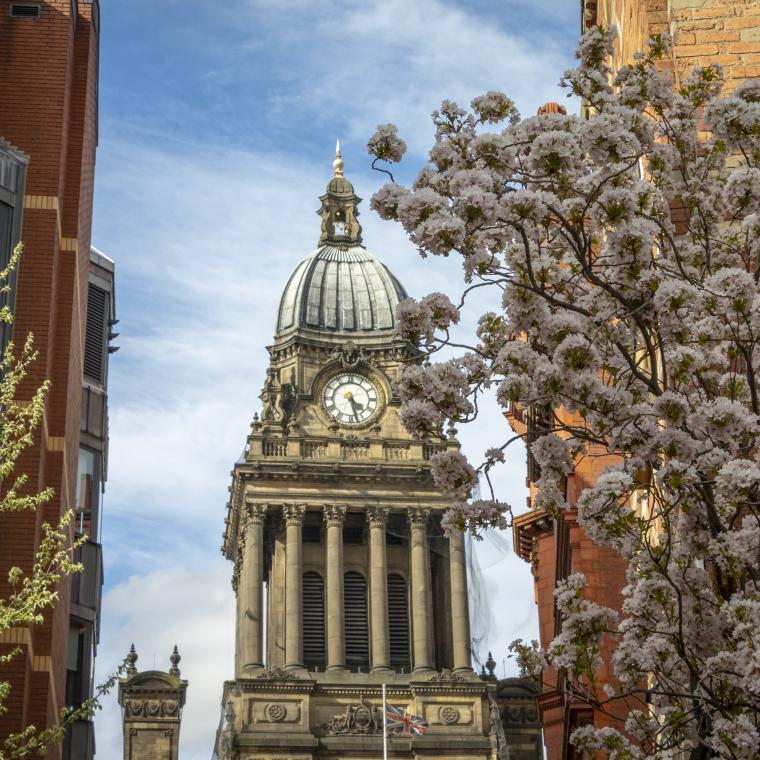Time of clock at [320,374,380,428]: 4:27
